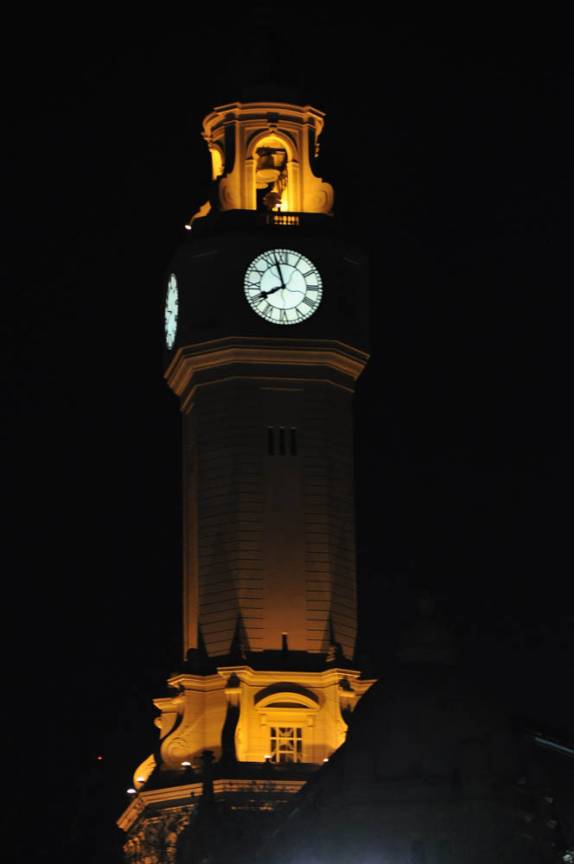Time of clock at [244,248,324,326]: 7:57
